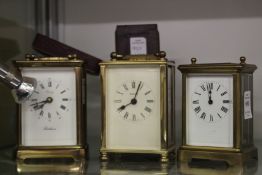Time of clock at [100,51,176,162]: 8:04
